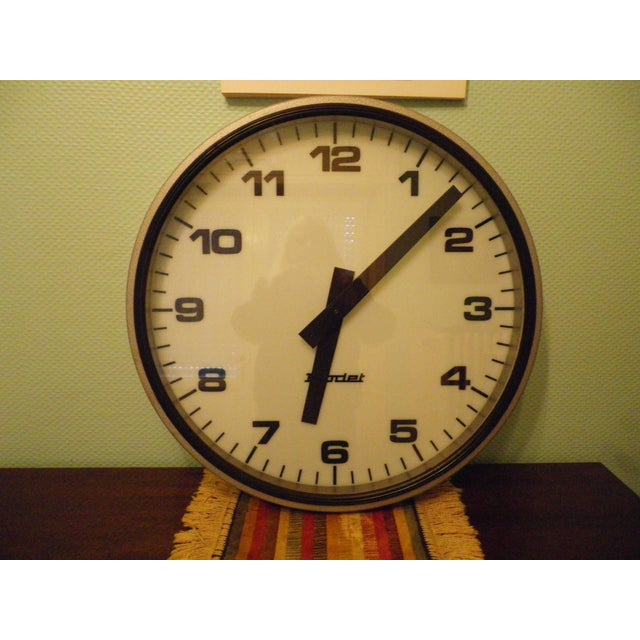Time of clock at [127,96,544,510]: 6:07
